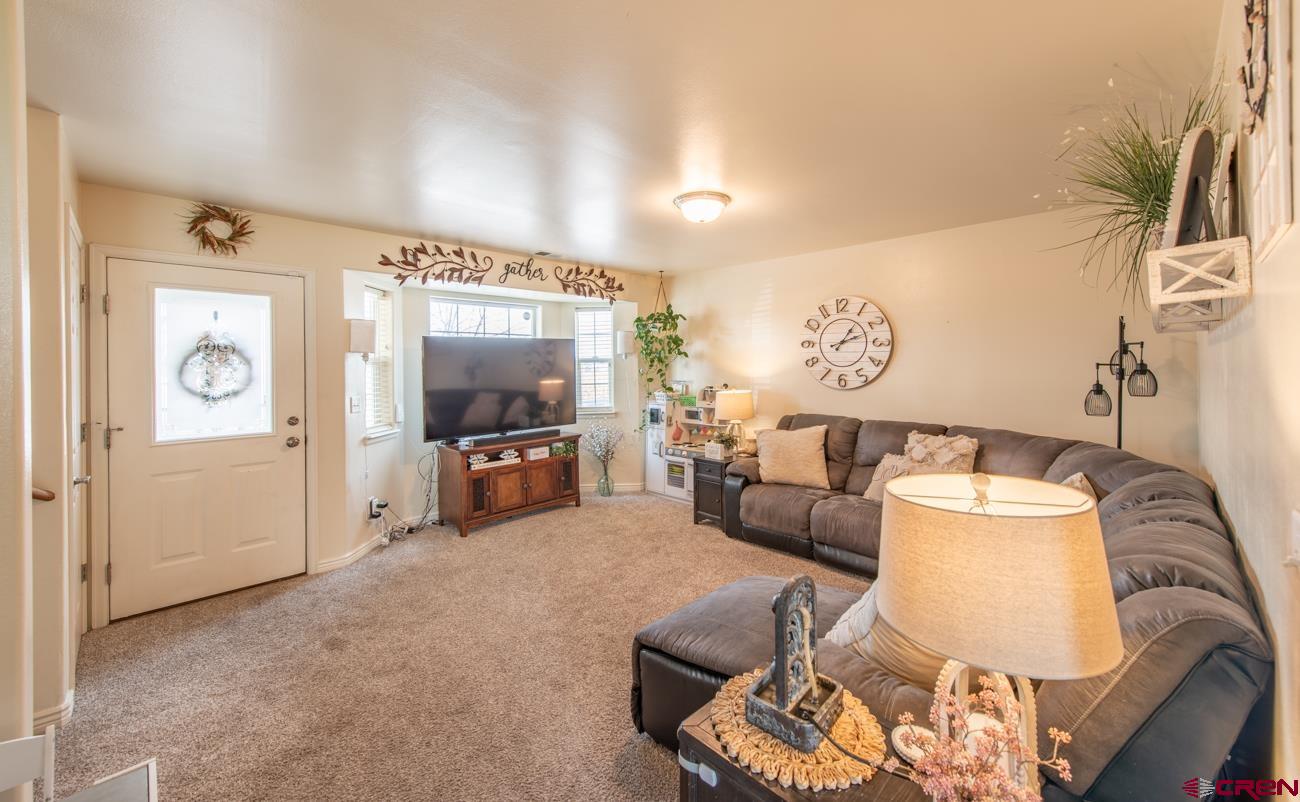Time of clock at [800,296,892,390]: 1:11
